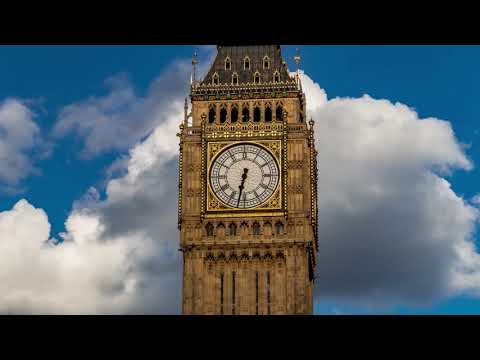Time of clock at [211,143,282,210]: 6:32
